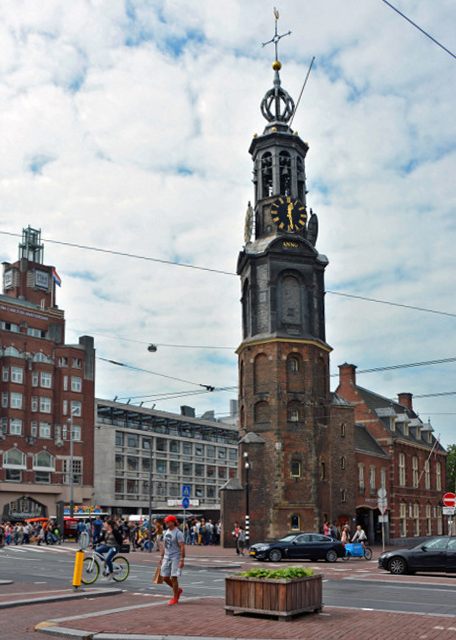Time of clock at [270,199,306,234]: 12:28
